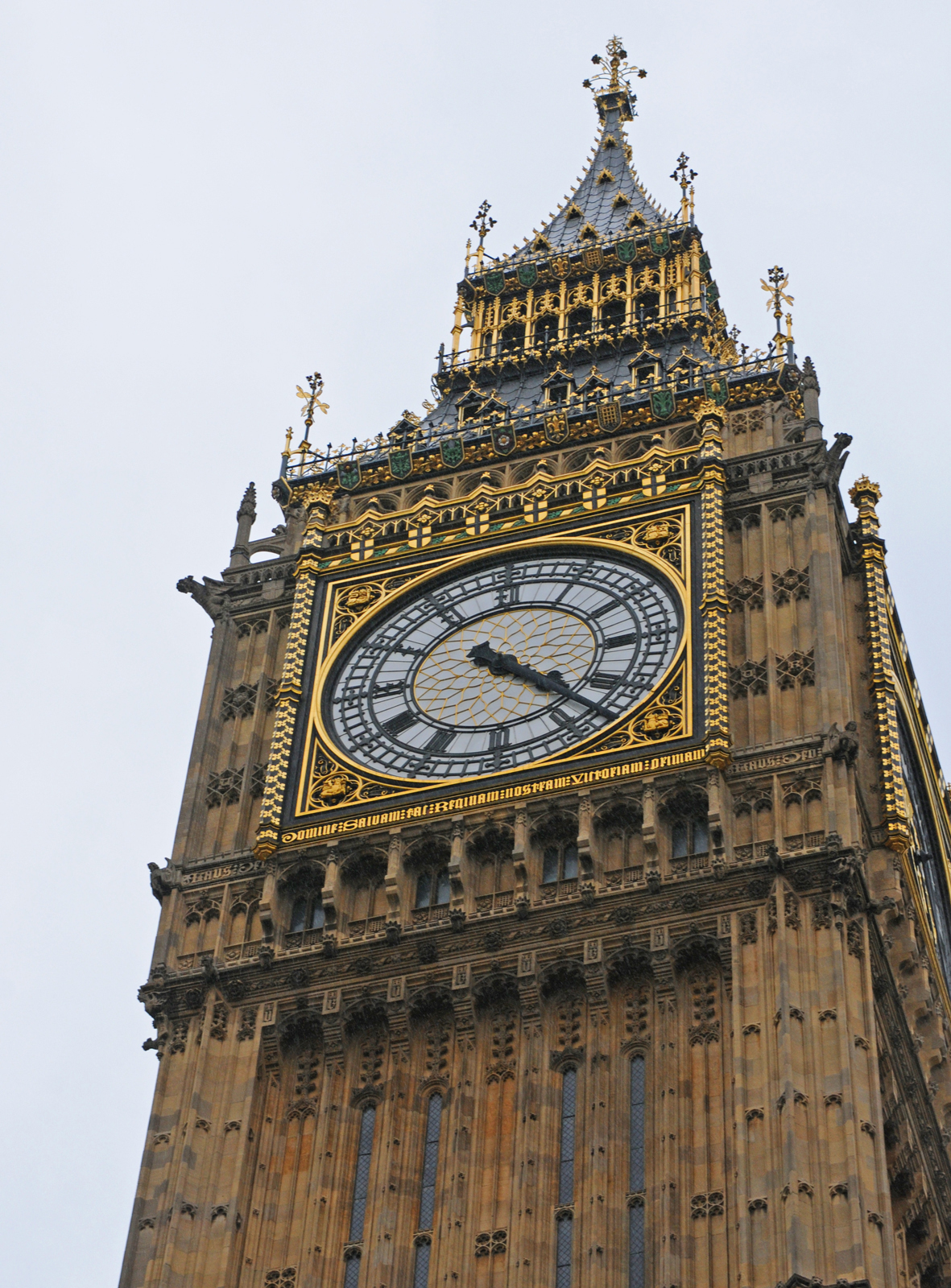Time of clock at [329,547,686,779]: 4:22
